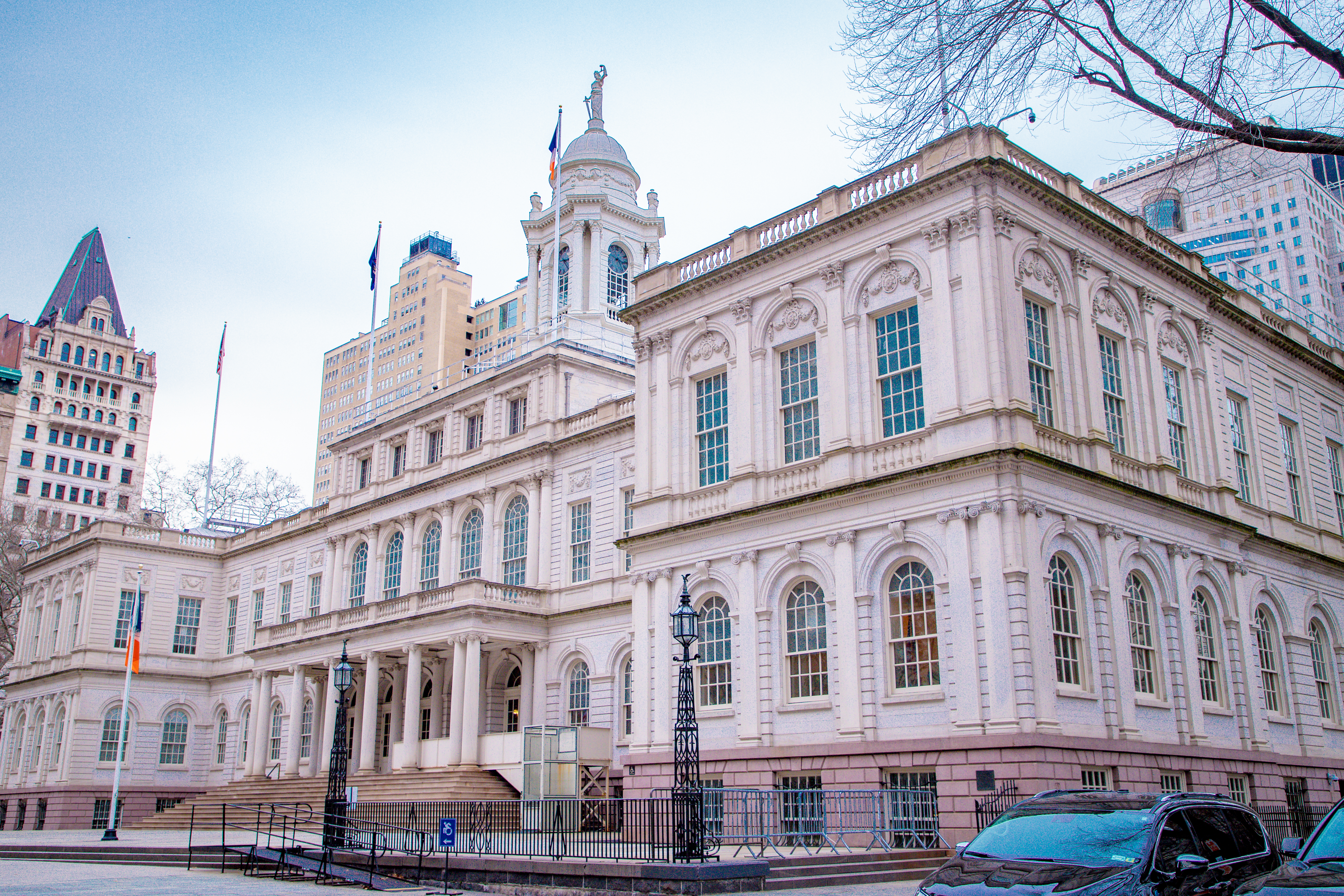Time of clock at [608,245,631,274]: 3:24
